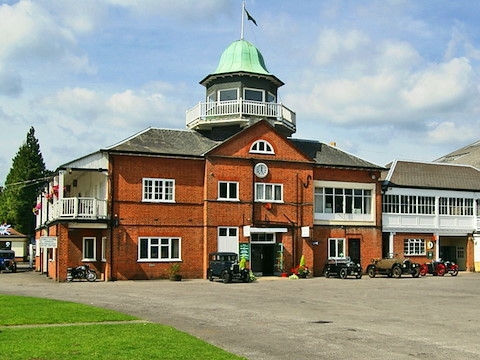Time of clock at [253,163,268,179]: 12:26
